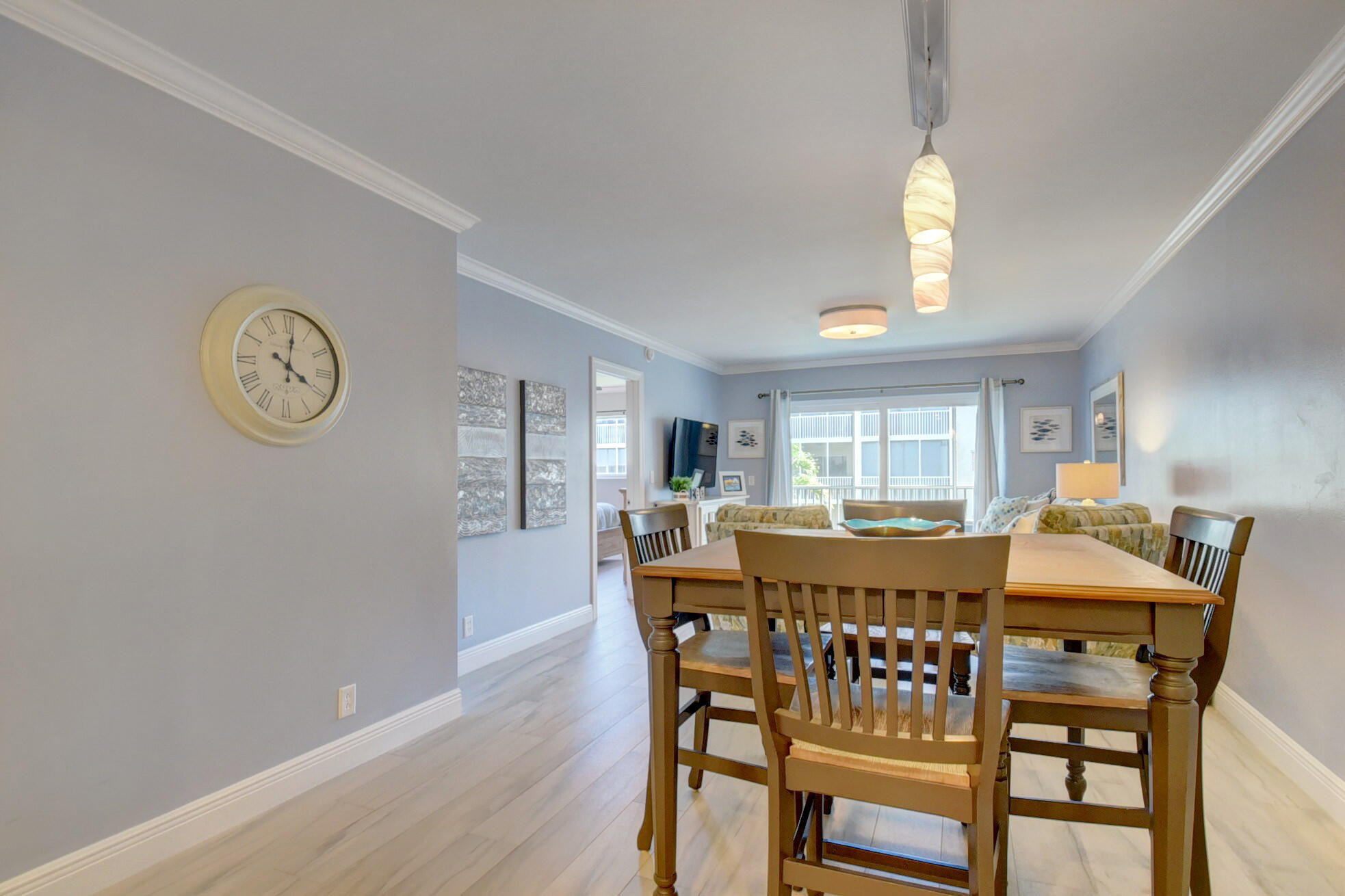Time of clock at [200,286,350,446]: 4:01
